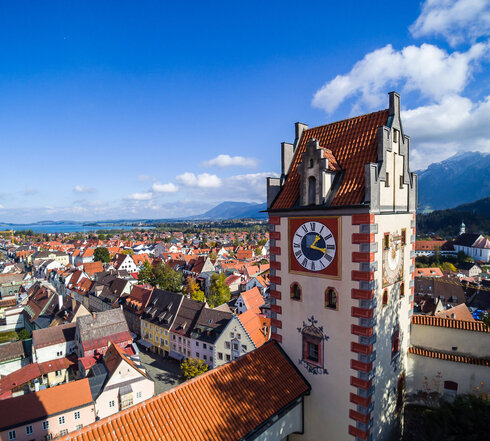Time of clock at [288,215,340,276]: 1:18
